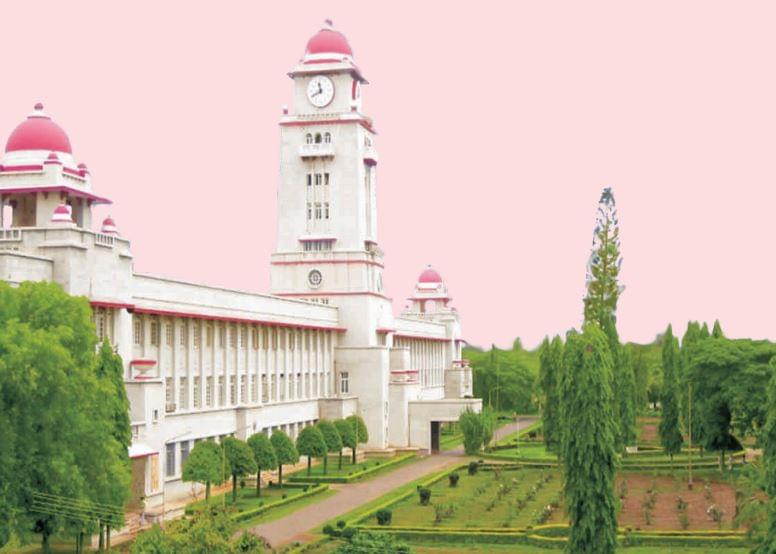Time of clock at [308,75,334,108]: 11:40
